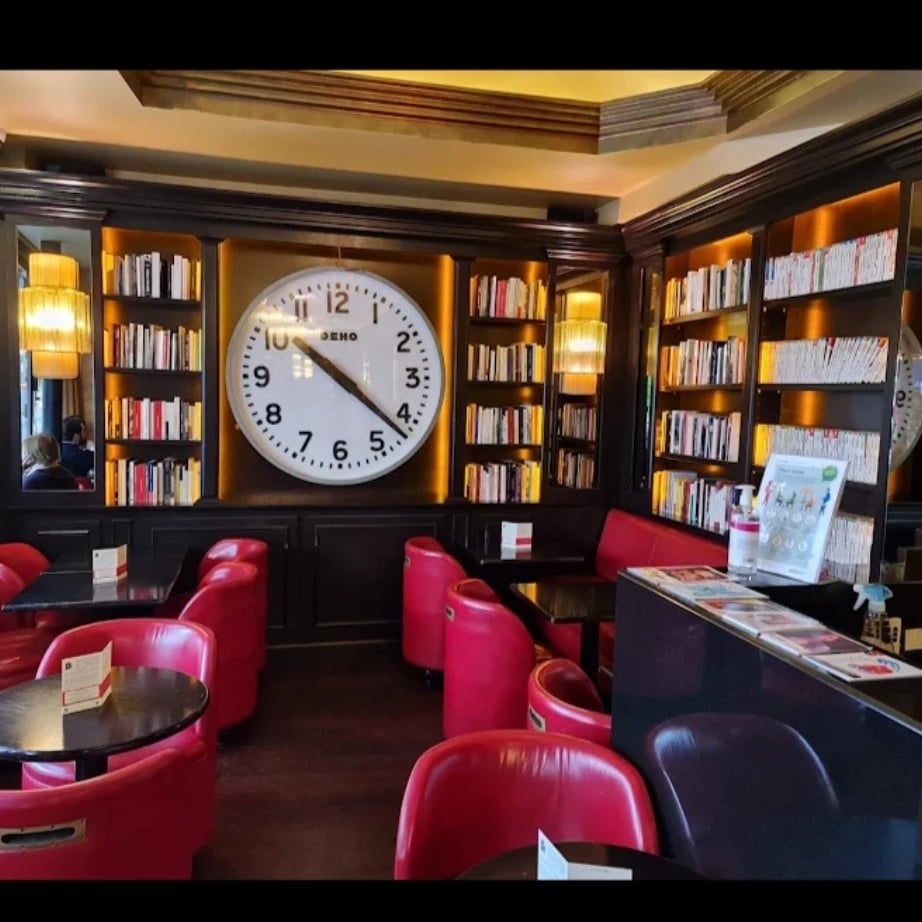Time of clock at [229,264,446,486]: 10:21
